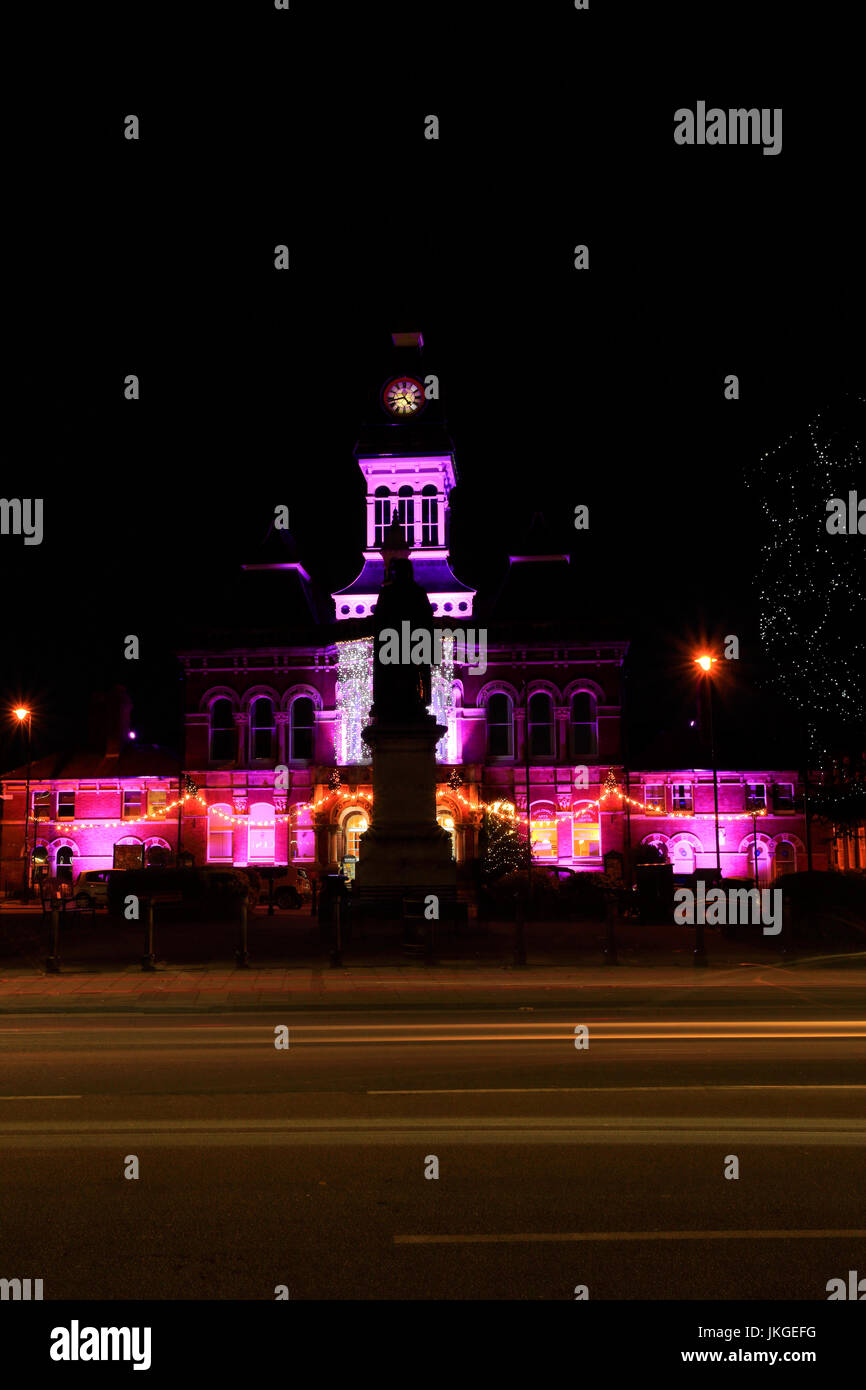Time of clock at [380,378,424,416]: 4:42
